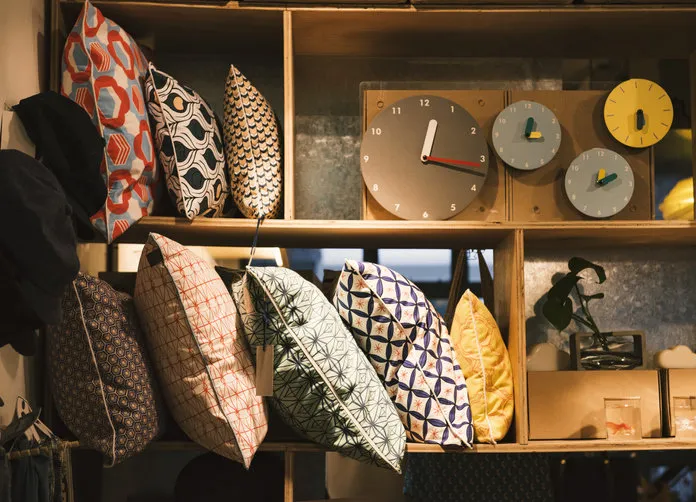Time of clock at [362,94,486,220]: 12:16
